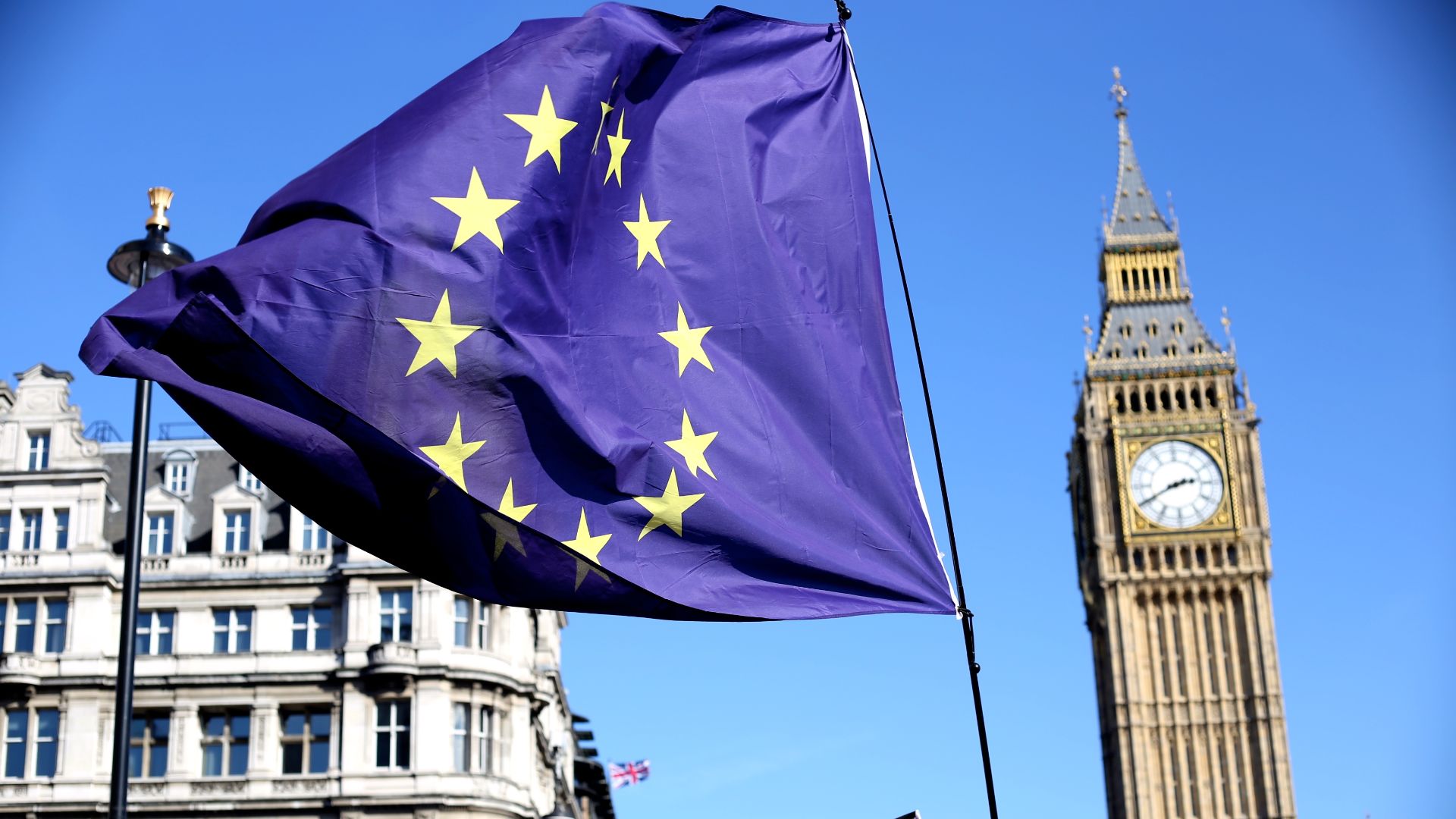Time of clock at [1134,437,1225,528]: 2:40
